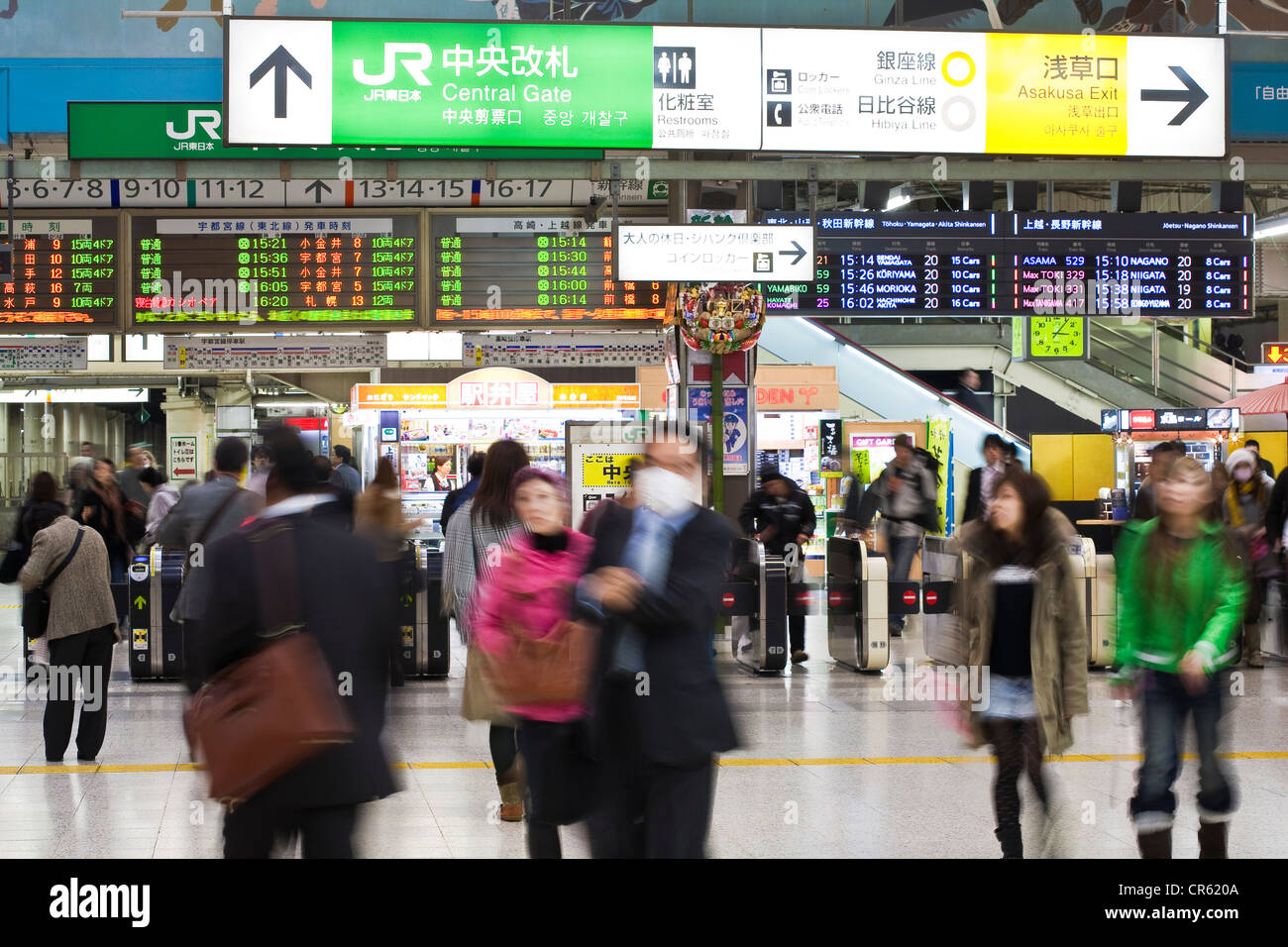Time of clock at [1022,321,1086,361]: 3:06
